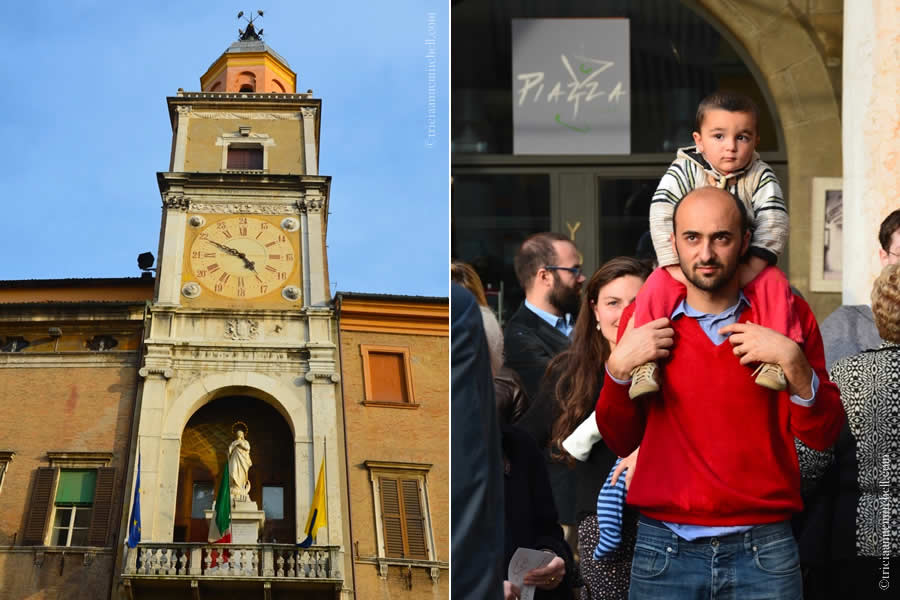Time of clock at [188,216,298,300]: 4:49
